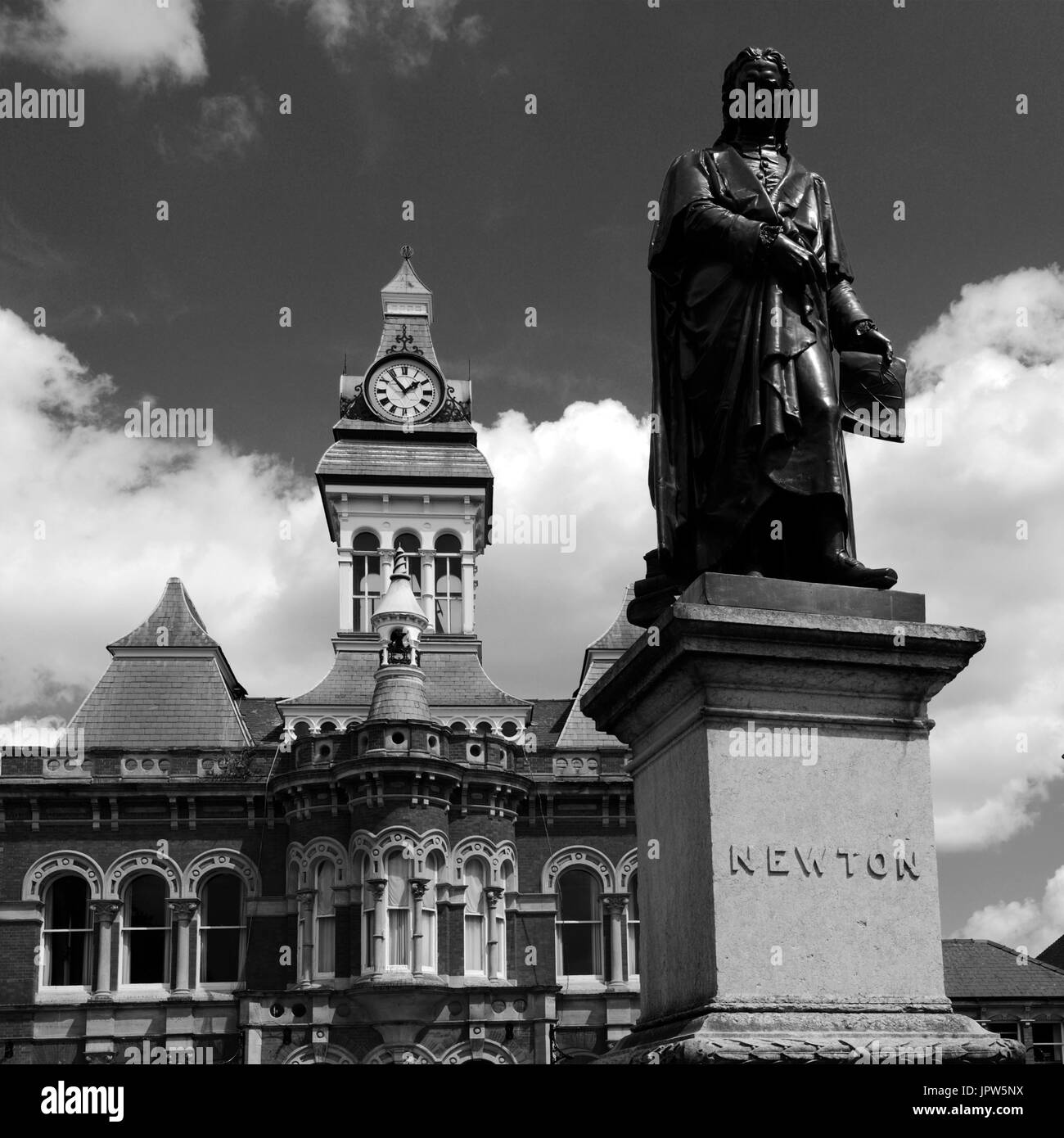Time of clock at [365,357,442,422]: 1:53
